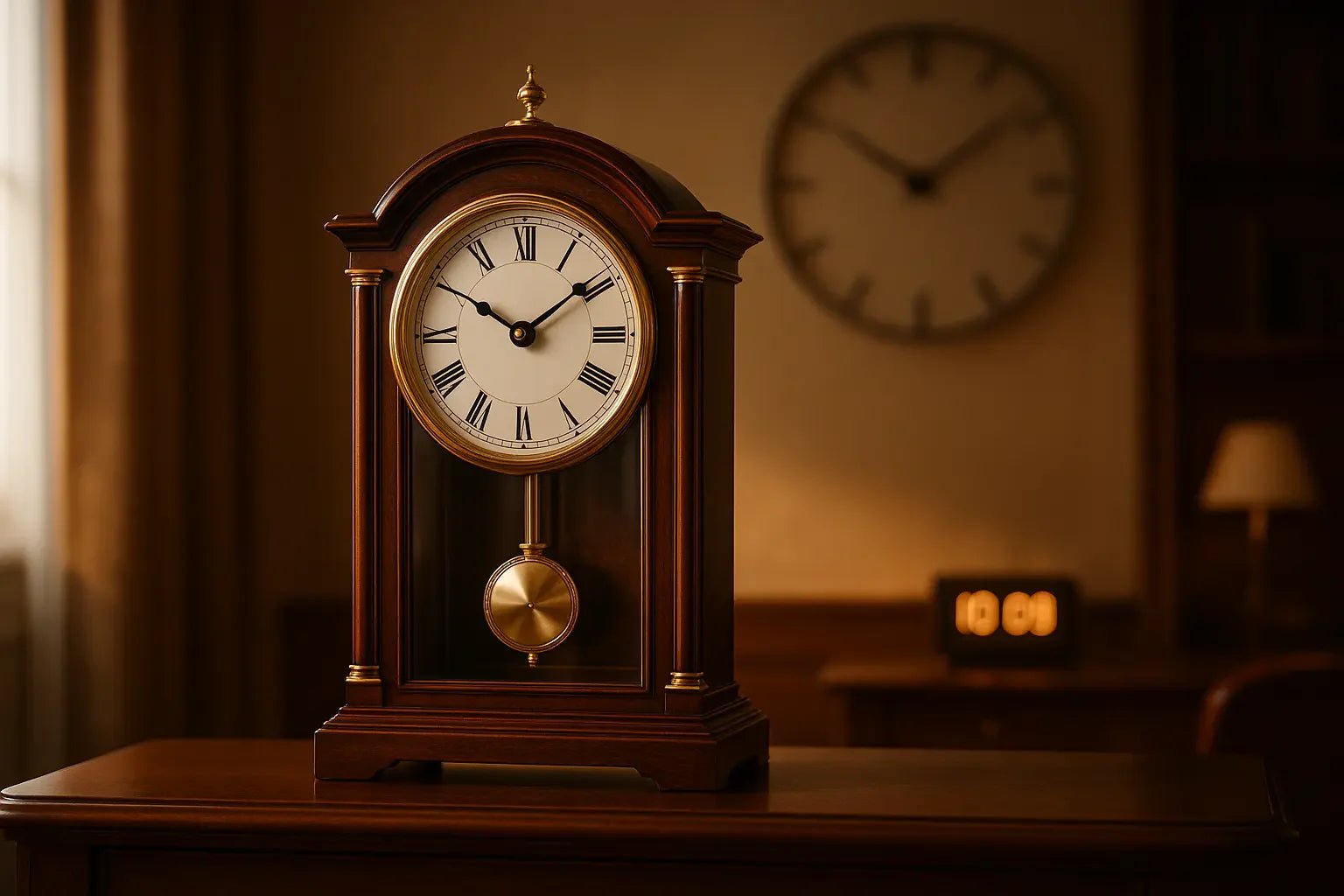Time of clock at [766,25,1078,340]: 10:08
